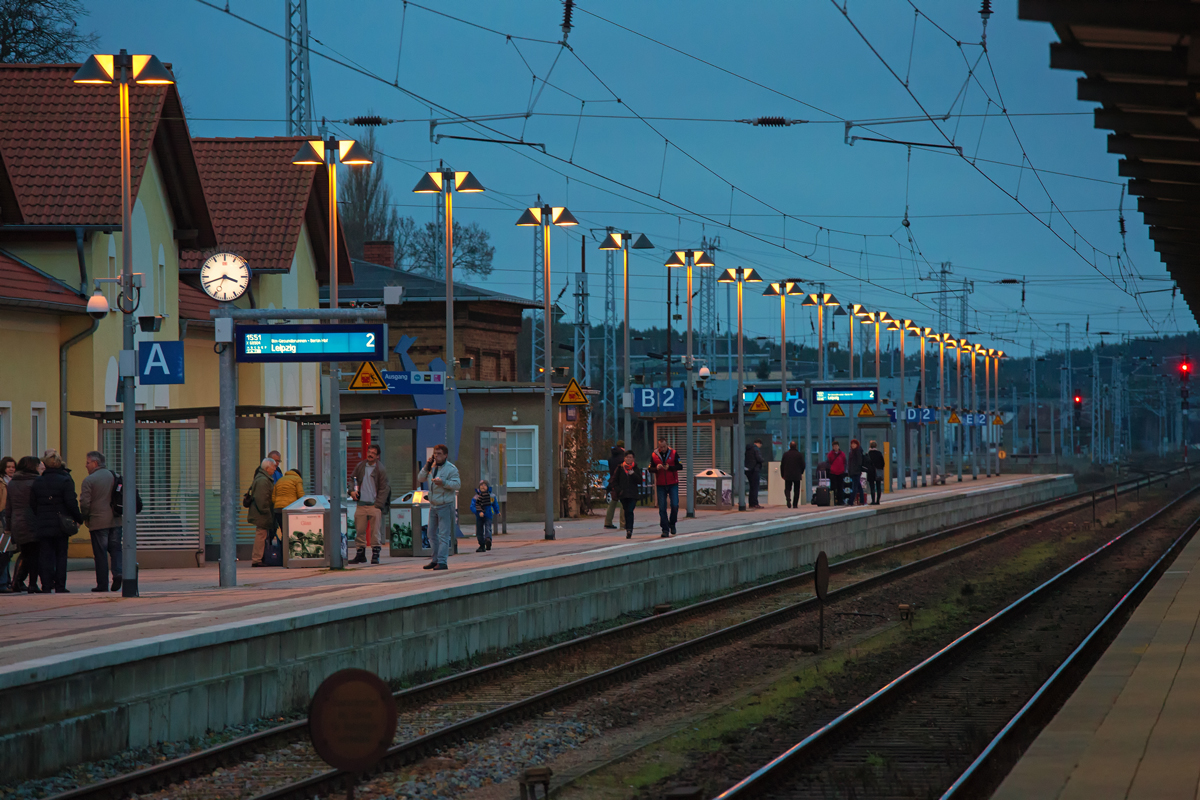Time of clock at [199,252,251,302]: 3:41
